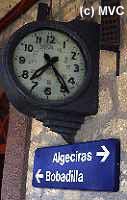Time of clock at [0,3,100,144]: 7:23
